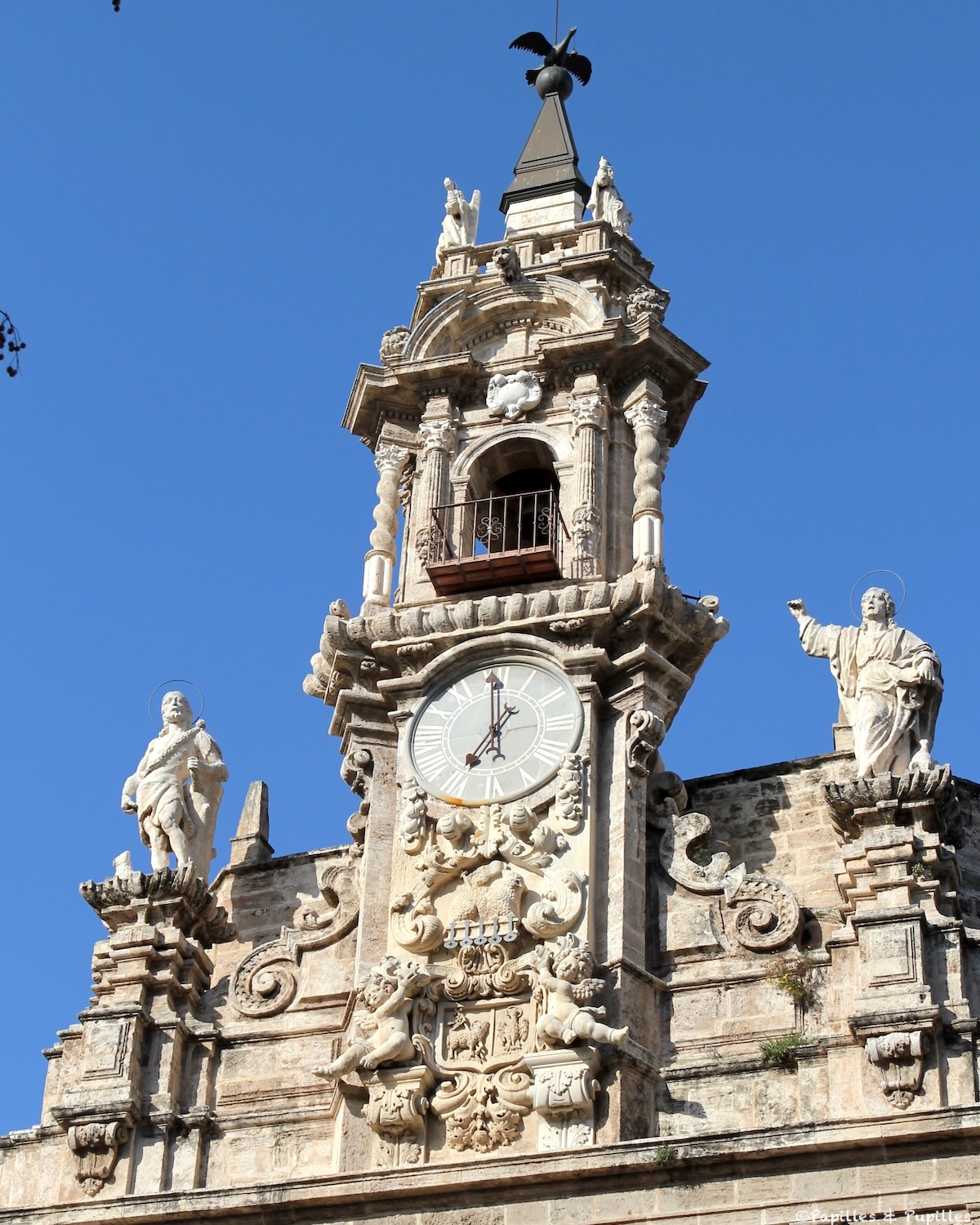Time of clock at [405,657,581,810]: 6:59
